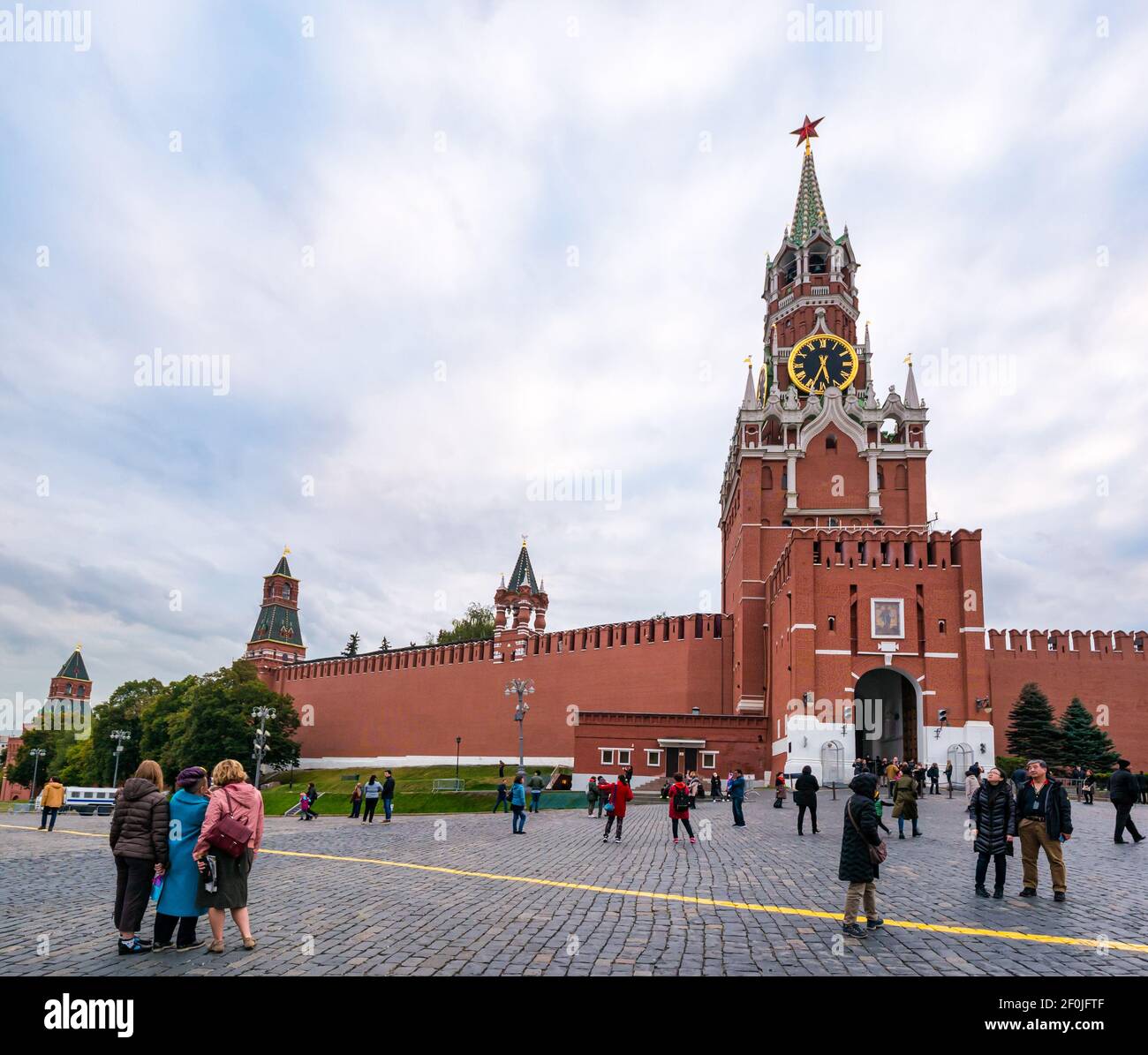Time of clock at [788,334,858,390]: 5:33
